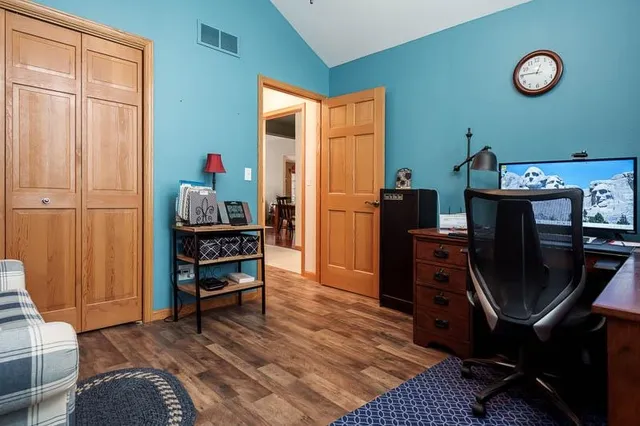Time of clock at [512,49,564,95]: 12:45
